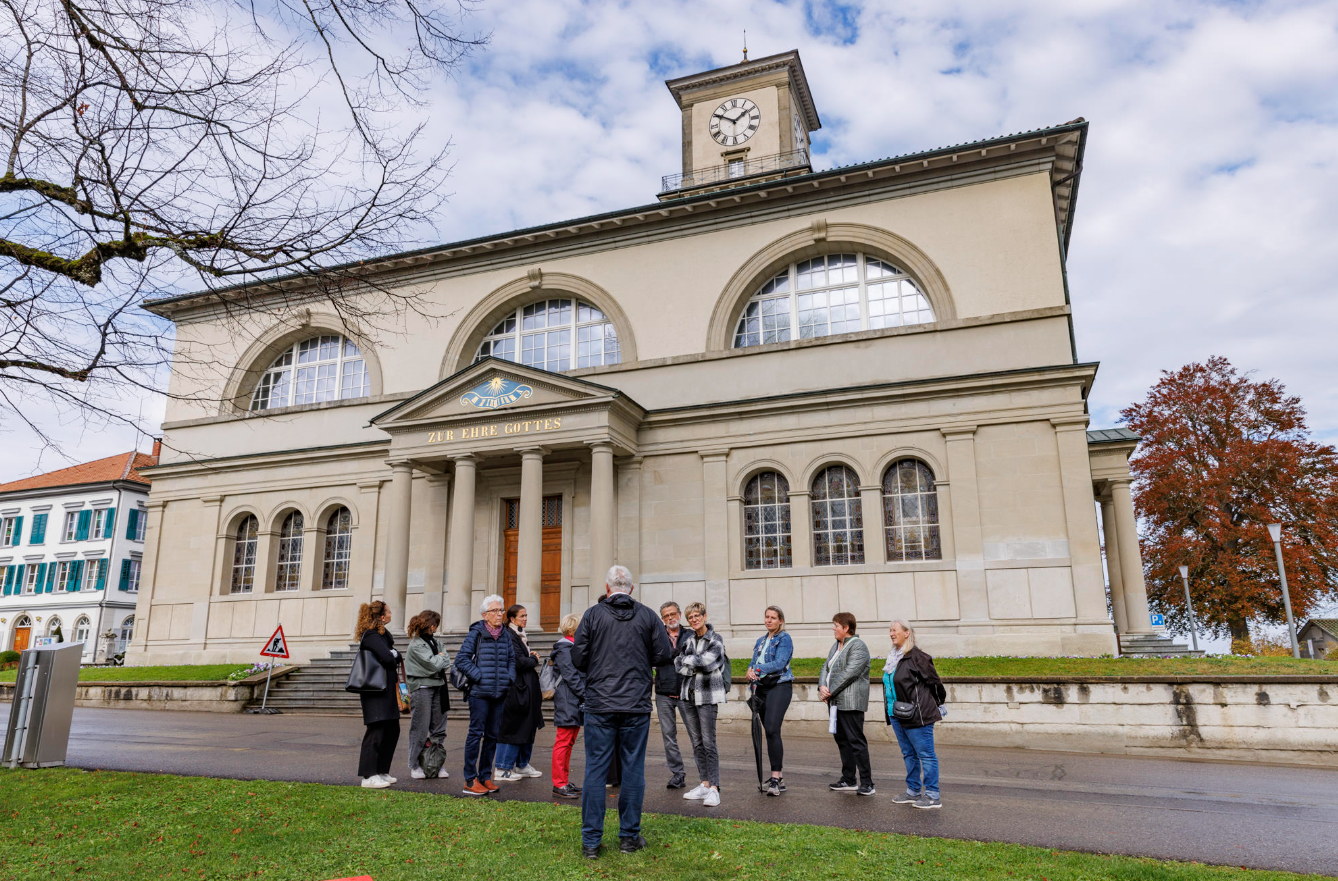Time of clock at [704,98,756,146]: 1:50
